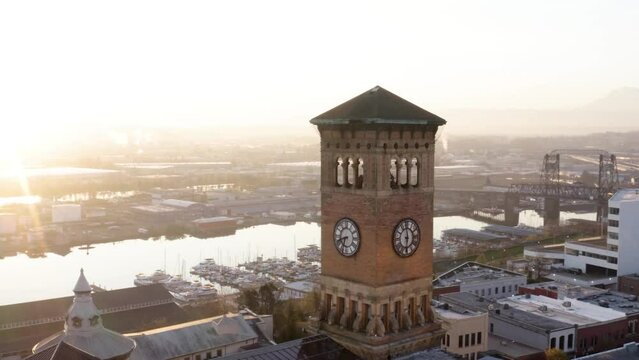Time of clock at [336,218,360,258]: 6:41
